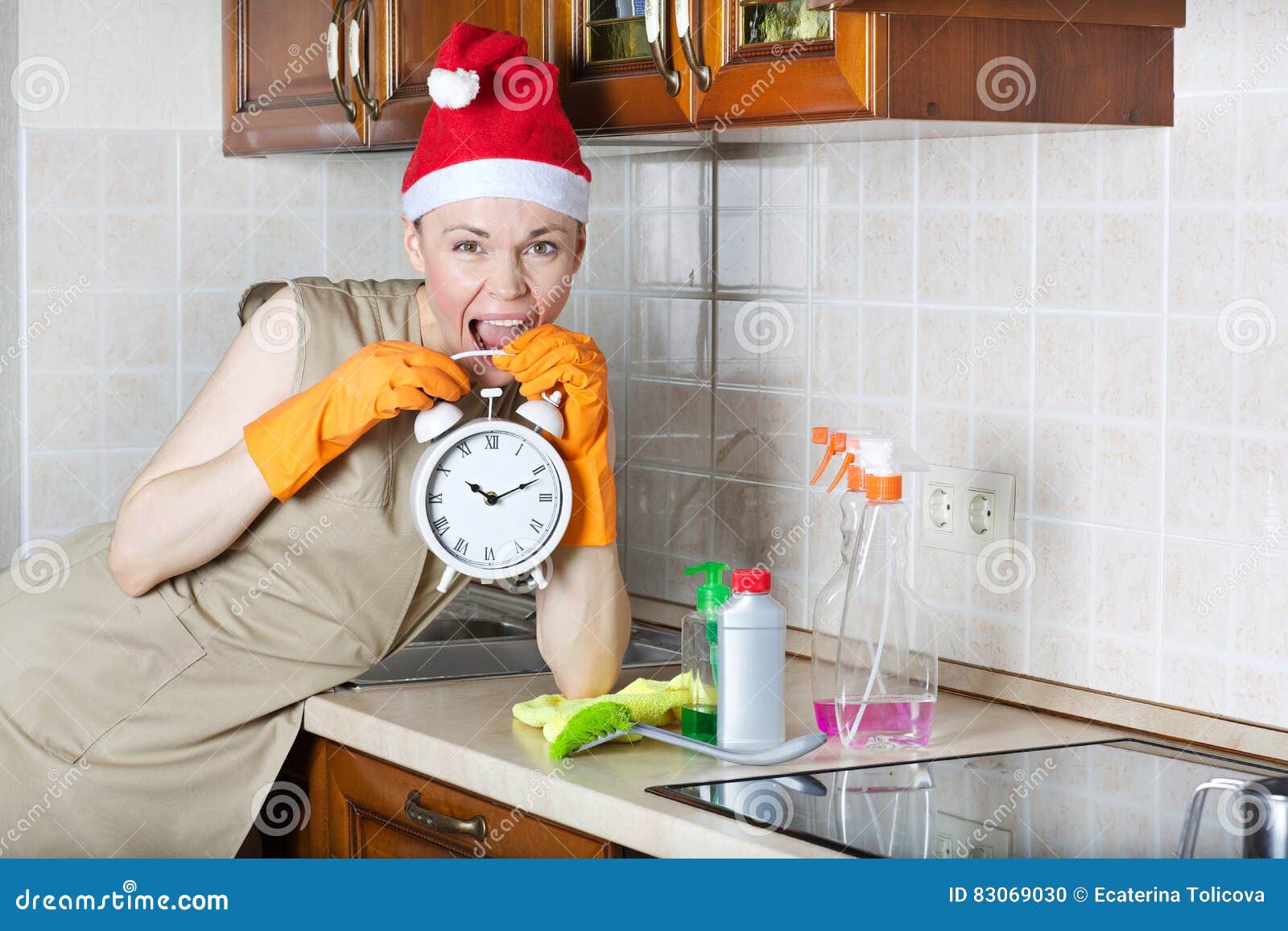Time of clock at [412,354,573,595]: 10:11
